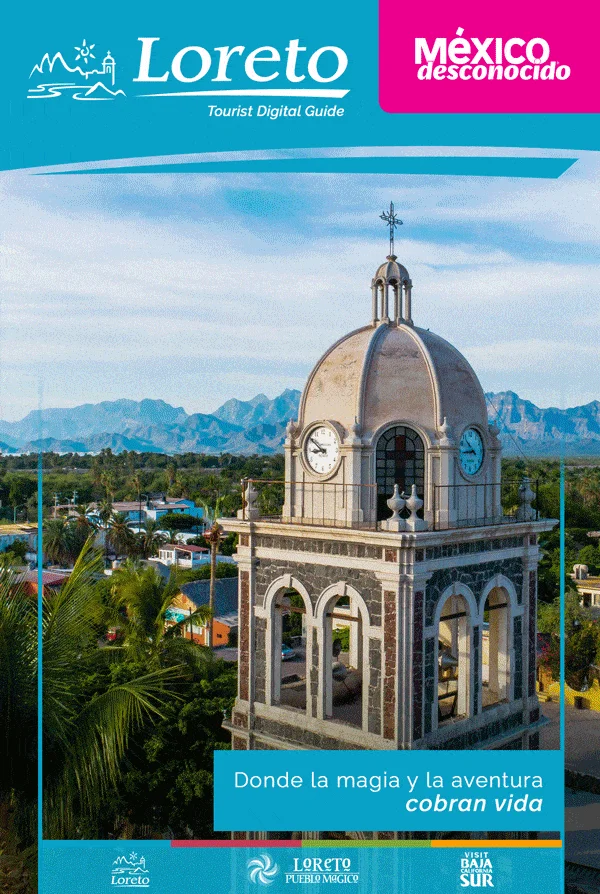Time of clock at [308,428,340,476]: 8:50
